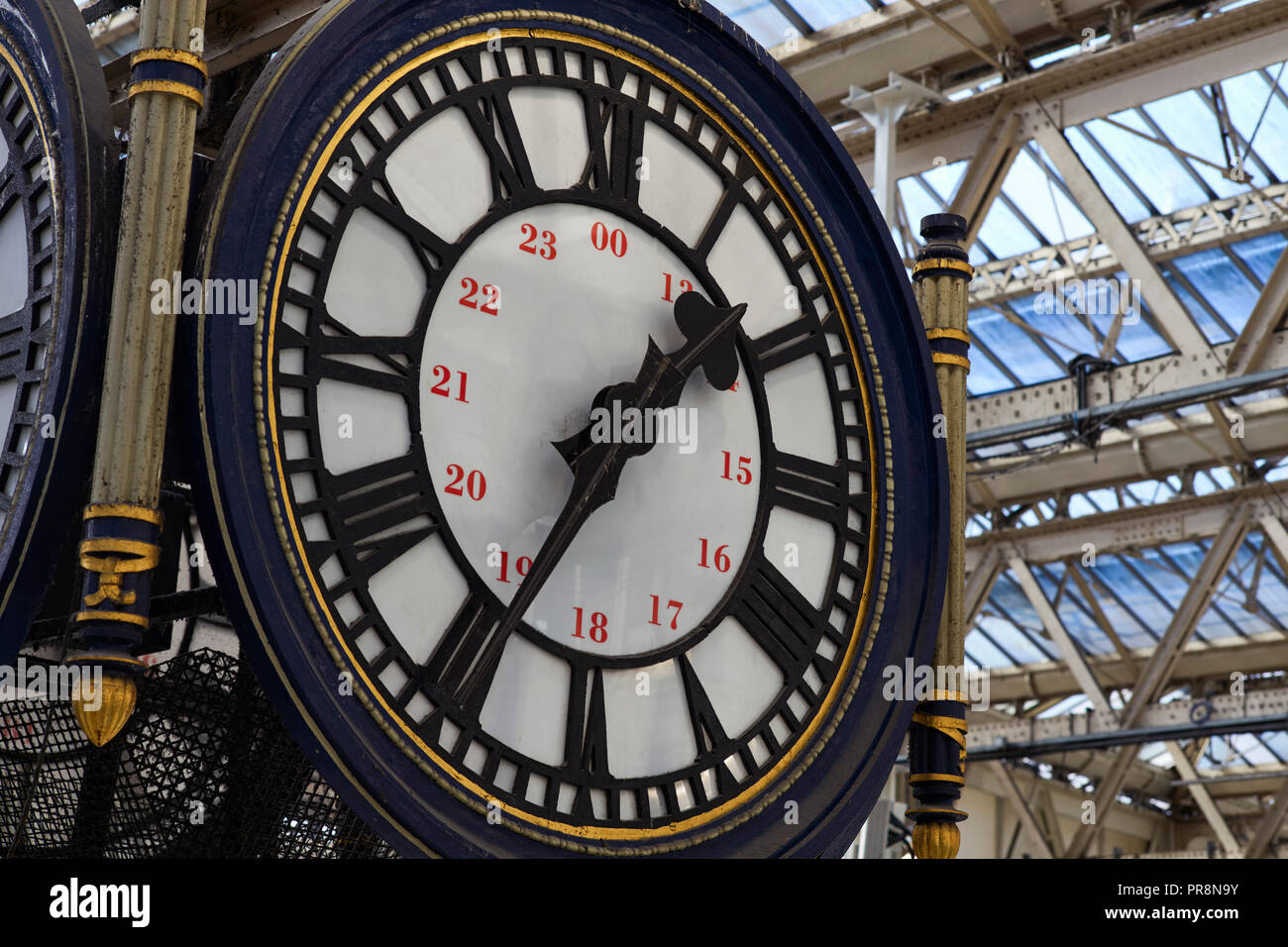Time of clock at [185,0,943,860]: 1:34
